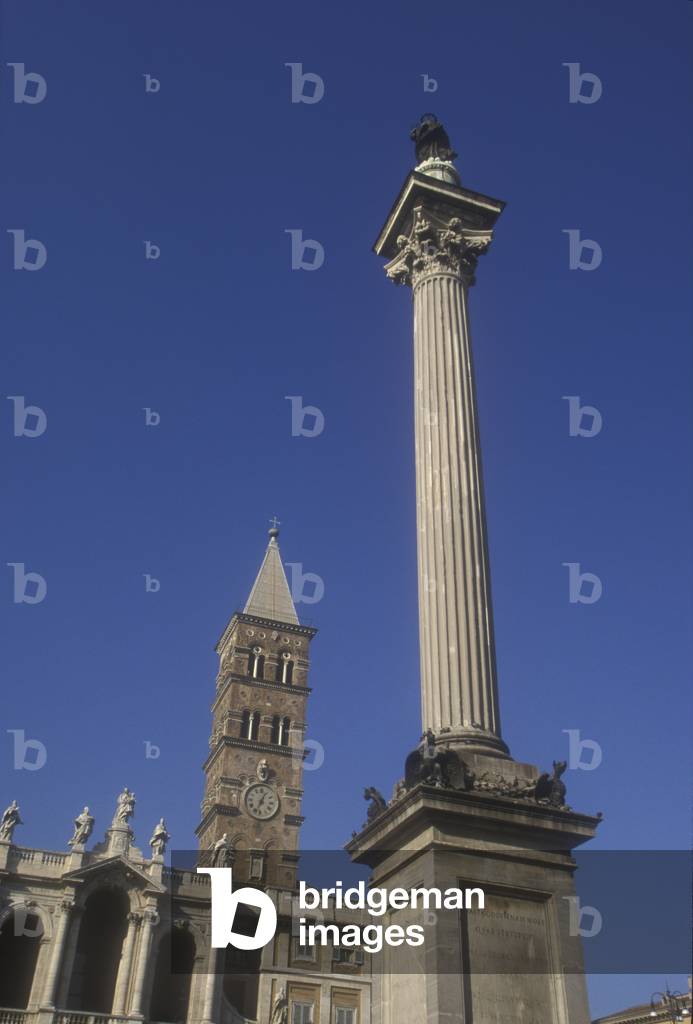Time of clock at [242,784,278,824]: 12:33
